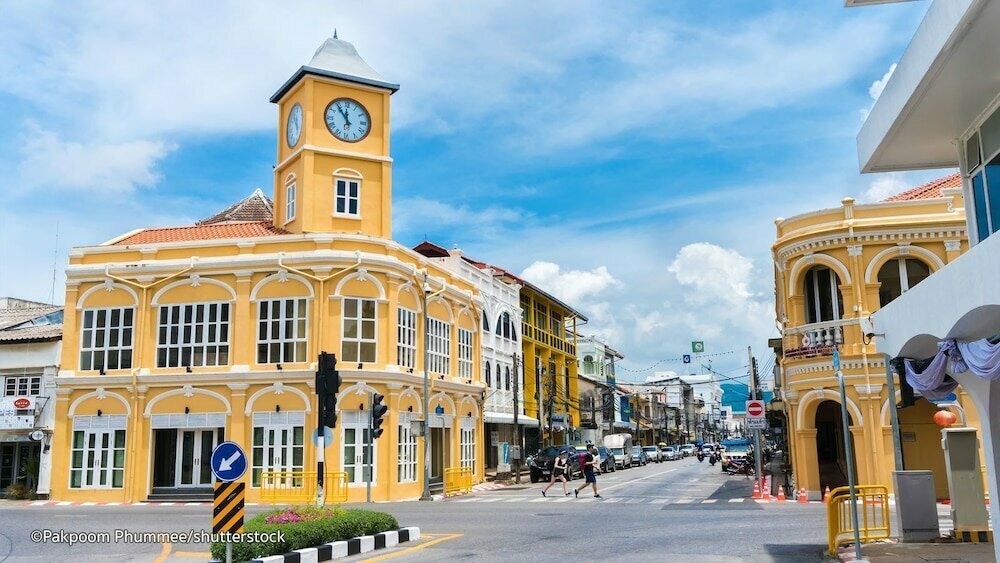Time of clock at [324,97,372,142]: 11:53
